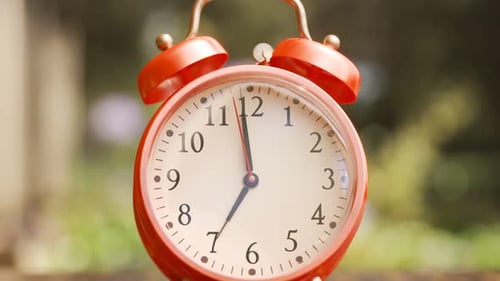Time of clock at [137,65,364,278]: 6:58
